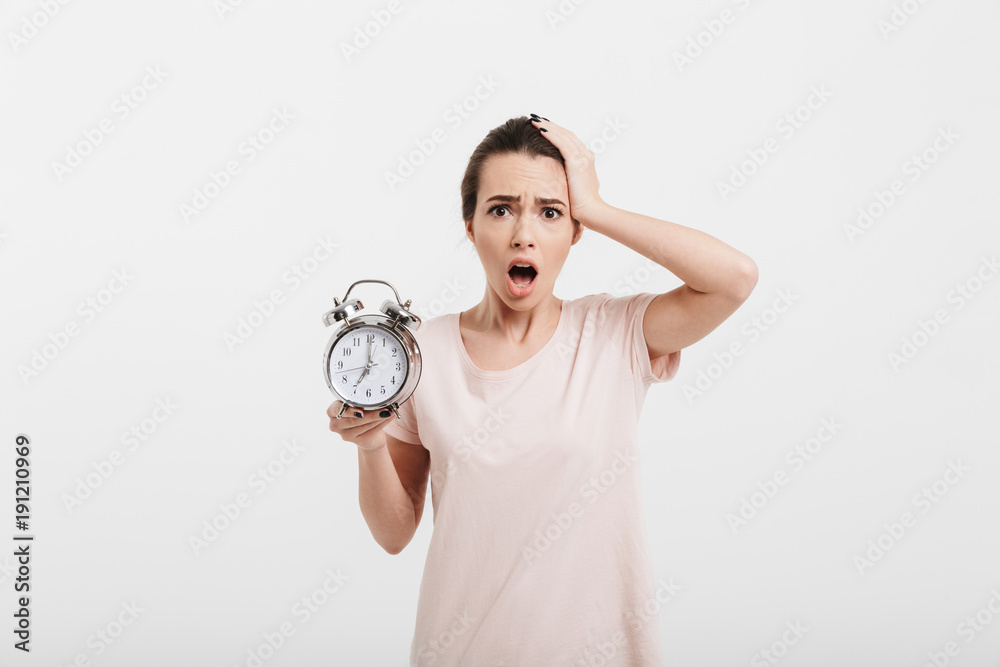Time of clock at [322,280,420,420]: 7:00
